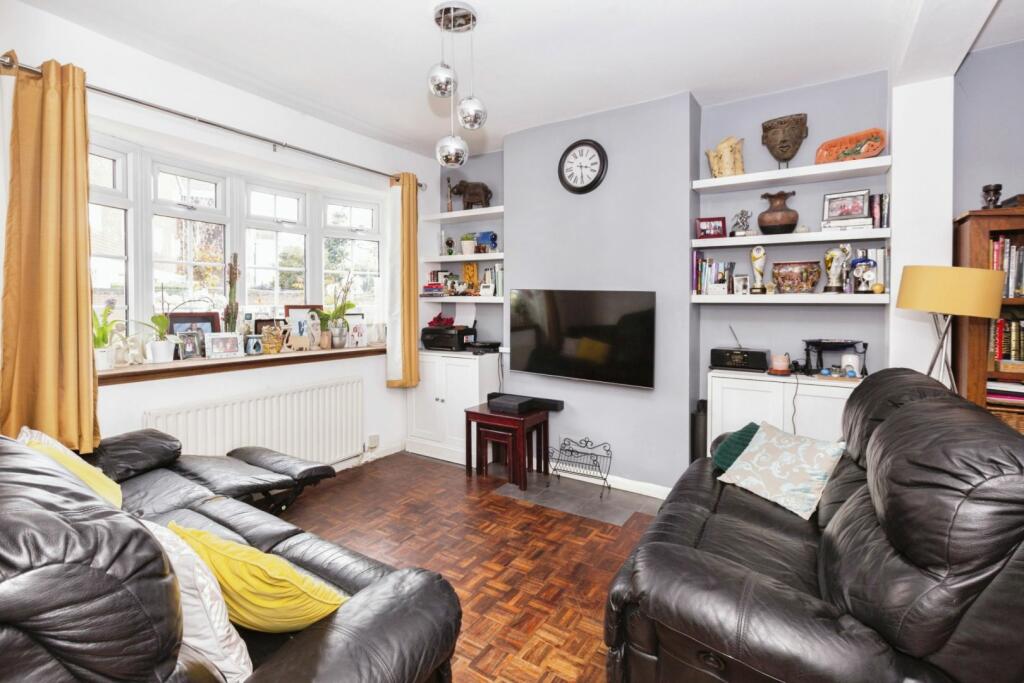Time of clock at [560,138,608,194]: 3:29
